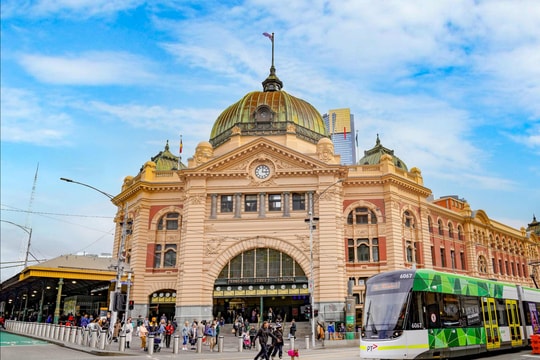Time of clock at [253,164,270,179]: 3:01
